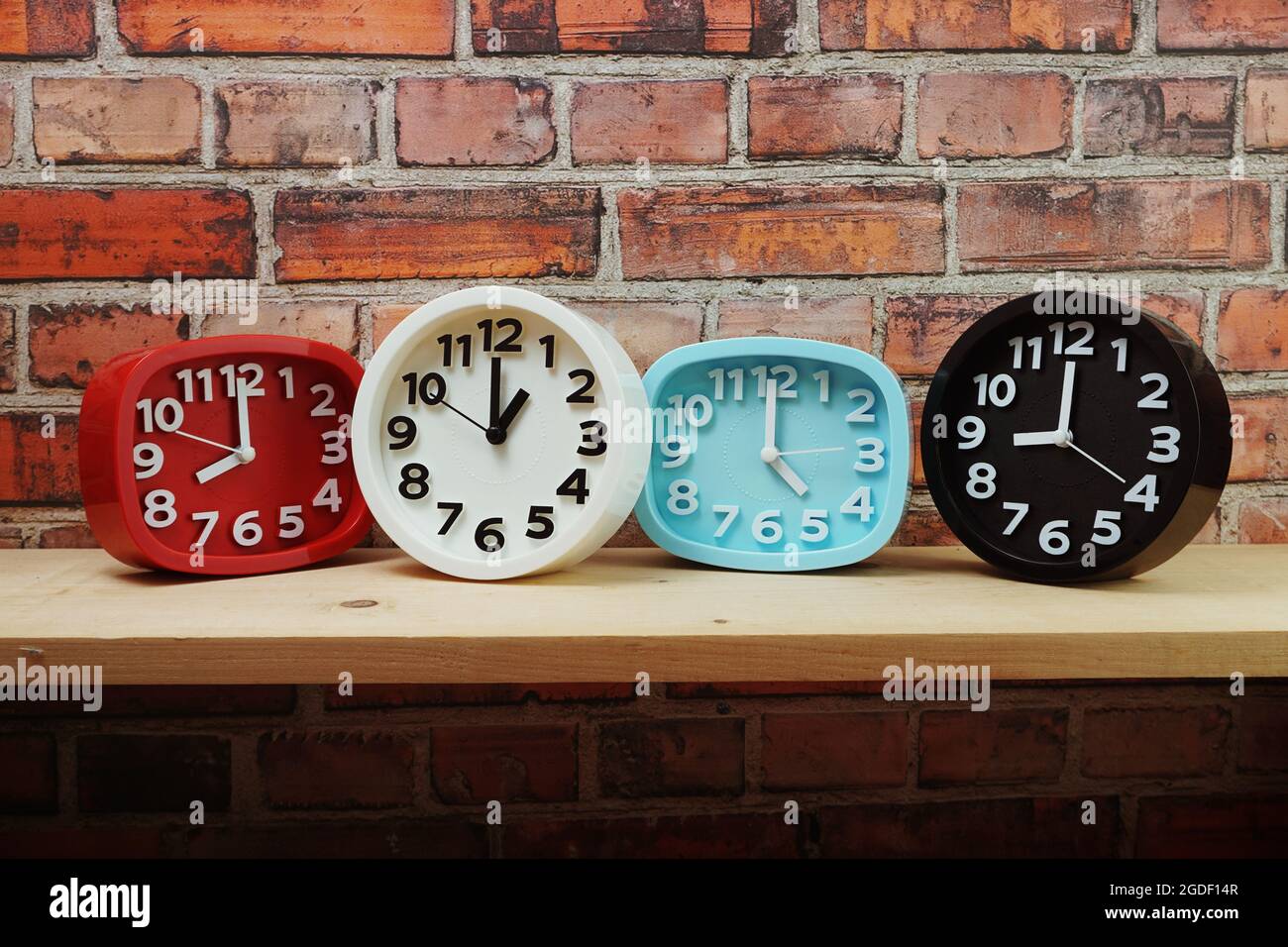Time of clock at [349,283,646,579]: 12:59
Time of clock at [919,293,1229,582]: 9:00
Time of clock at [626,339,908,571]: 4:00
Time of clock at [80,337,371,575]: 7:59
